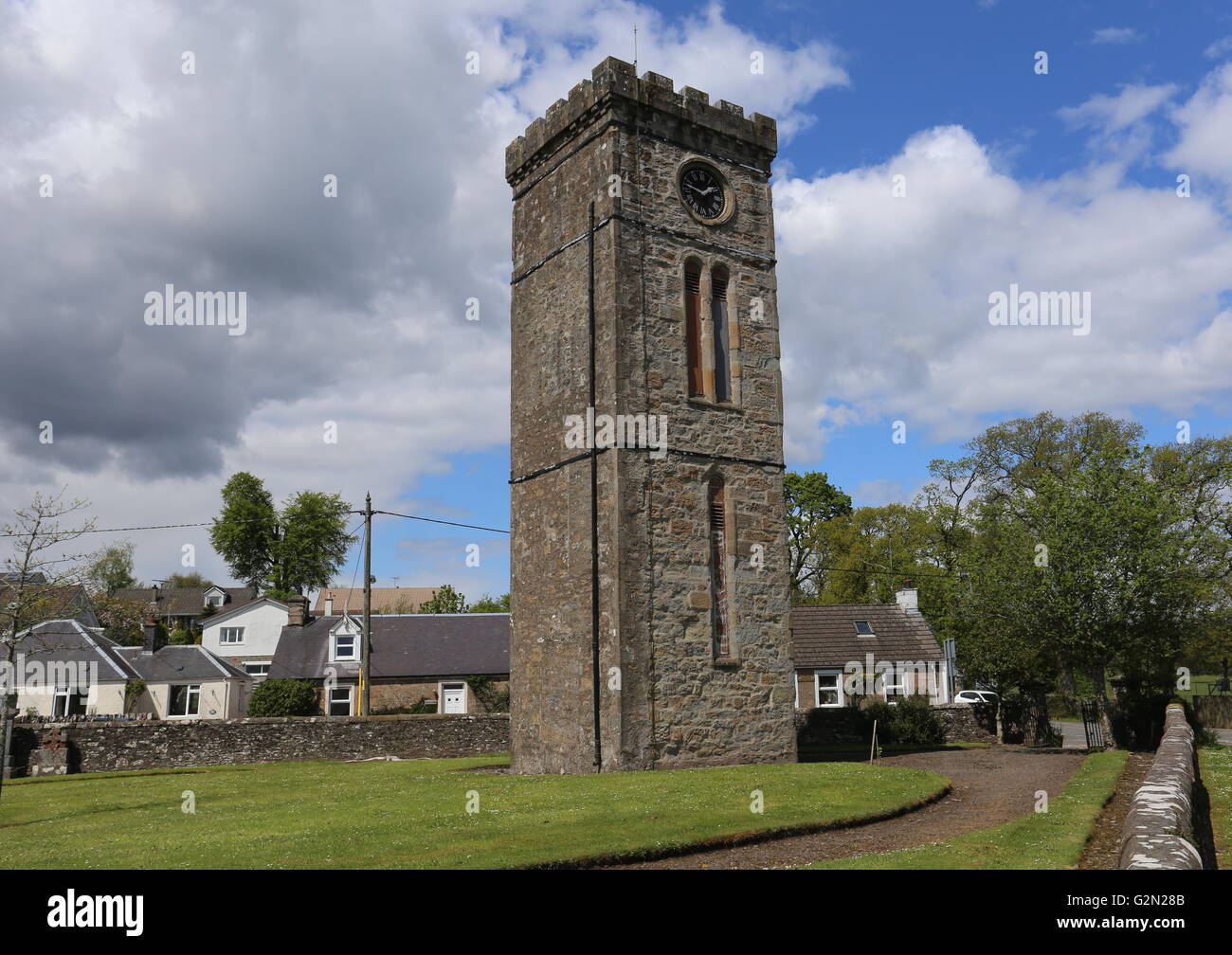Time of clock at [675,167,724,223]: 1:47
